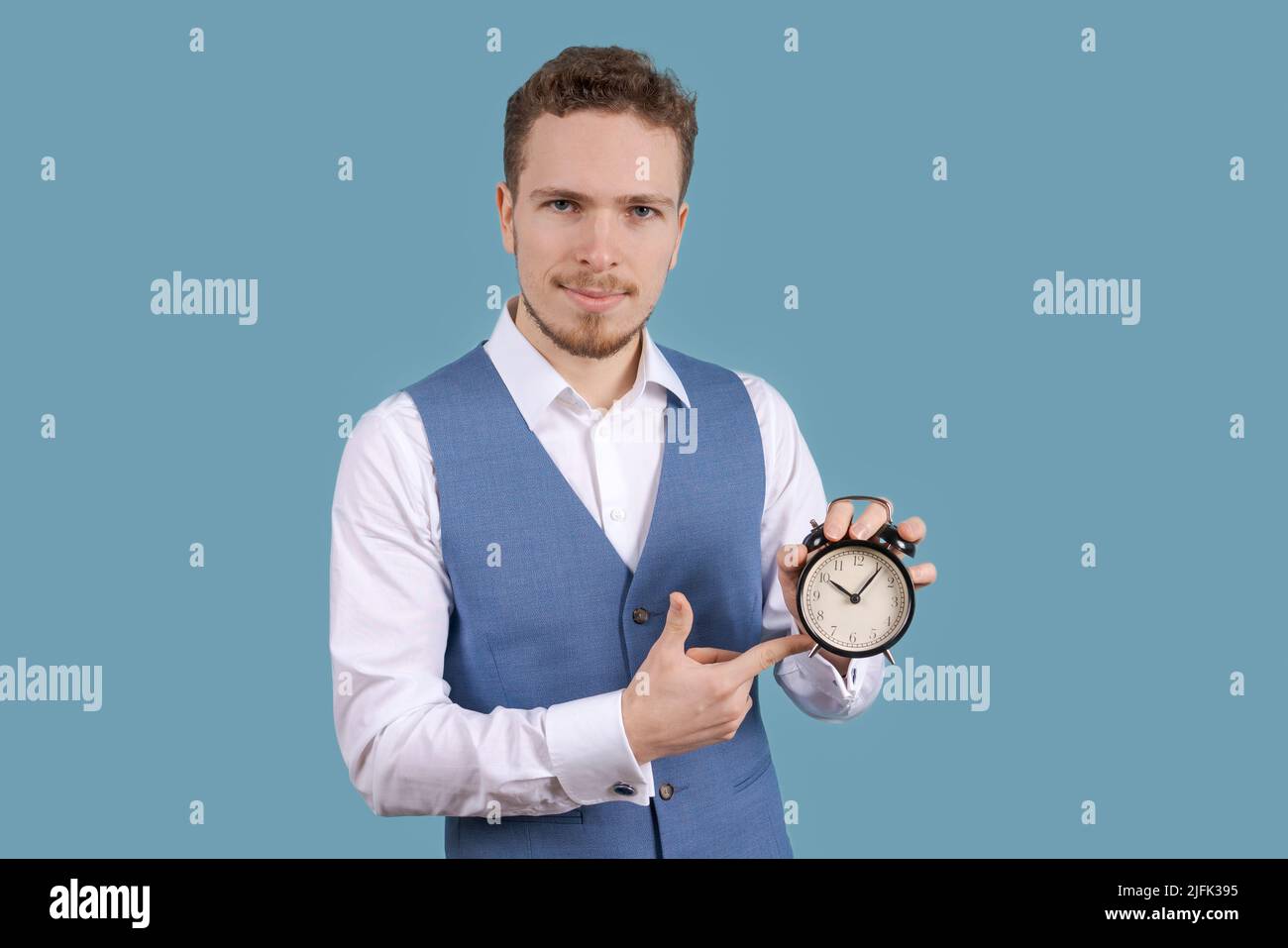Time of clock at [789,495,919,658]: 10:06
